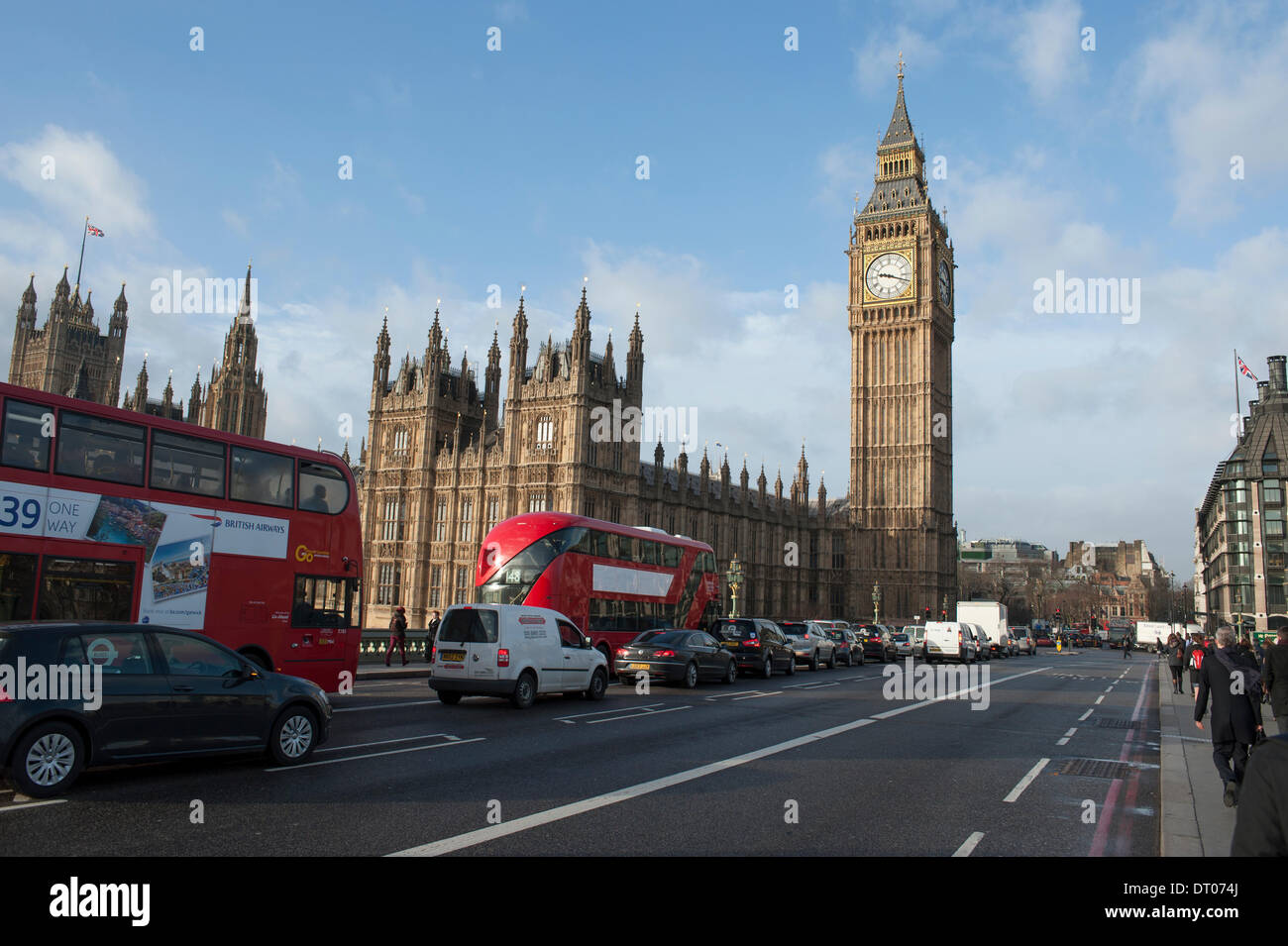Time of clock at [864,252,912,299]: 9:18
